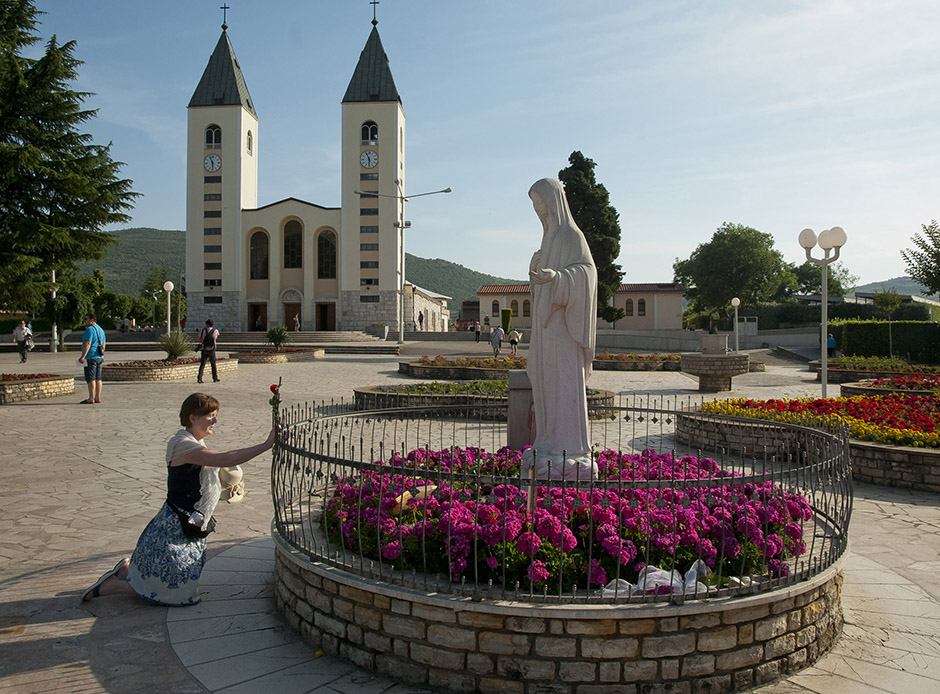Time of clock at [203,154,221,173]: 11:30
